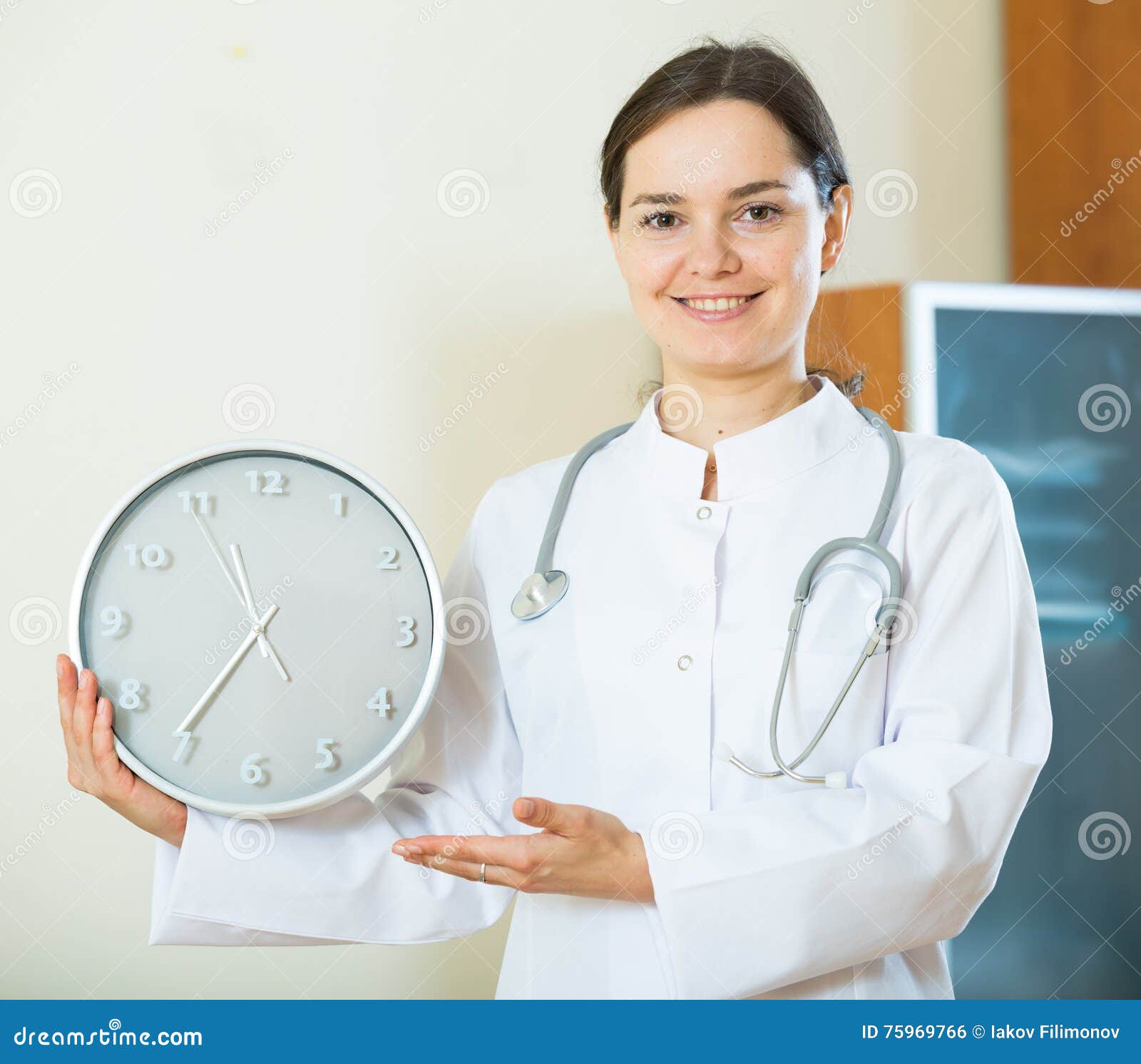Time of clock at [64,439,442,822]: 11:35
